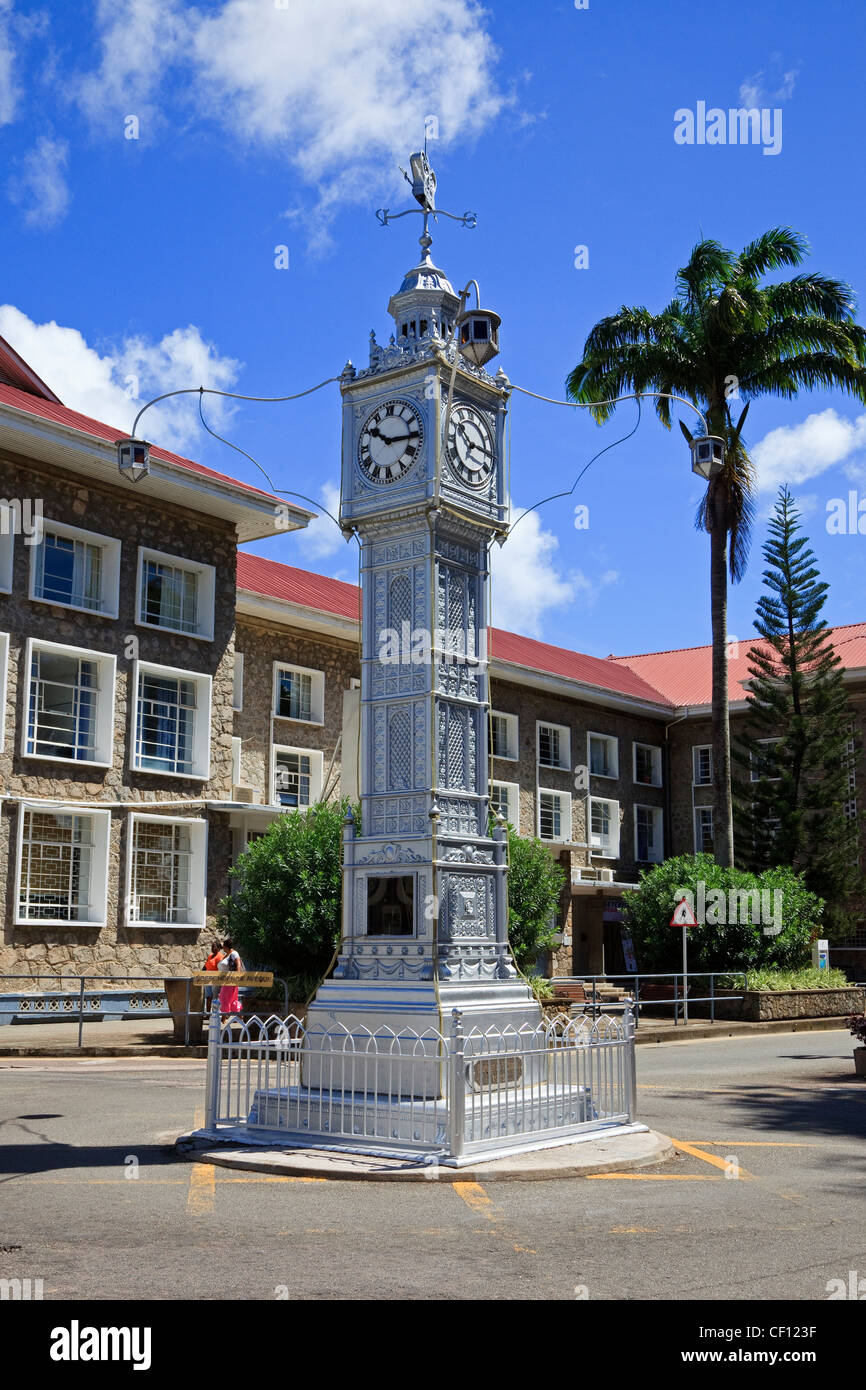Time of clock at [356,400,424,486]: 10:15
